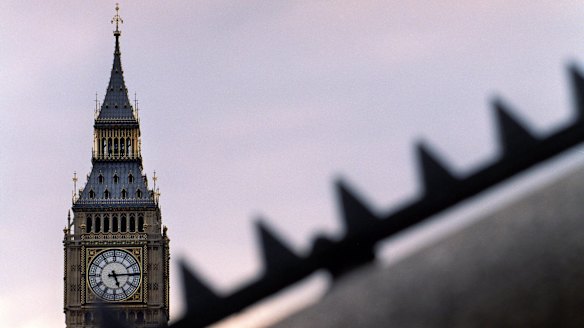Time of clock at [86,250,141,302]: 5:14
